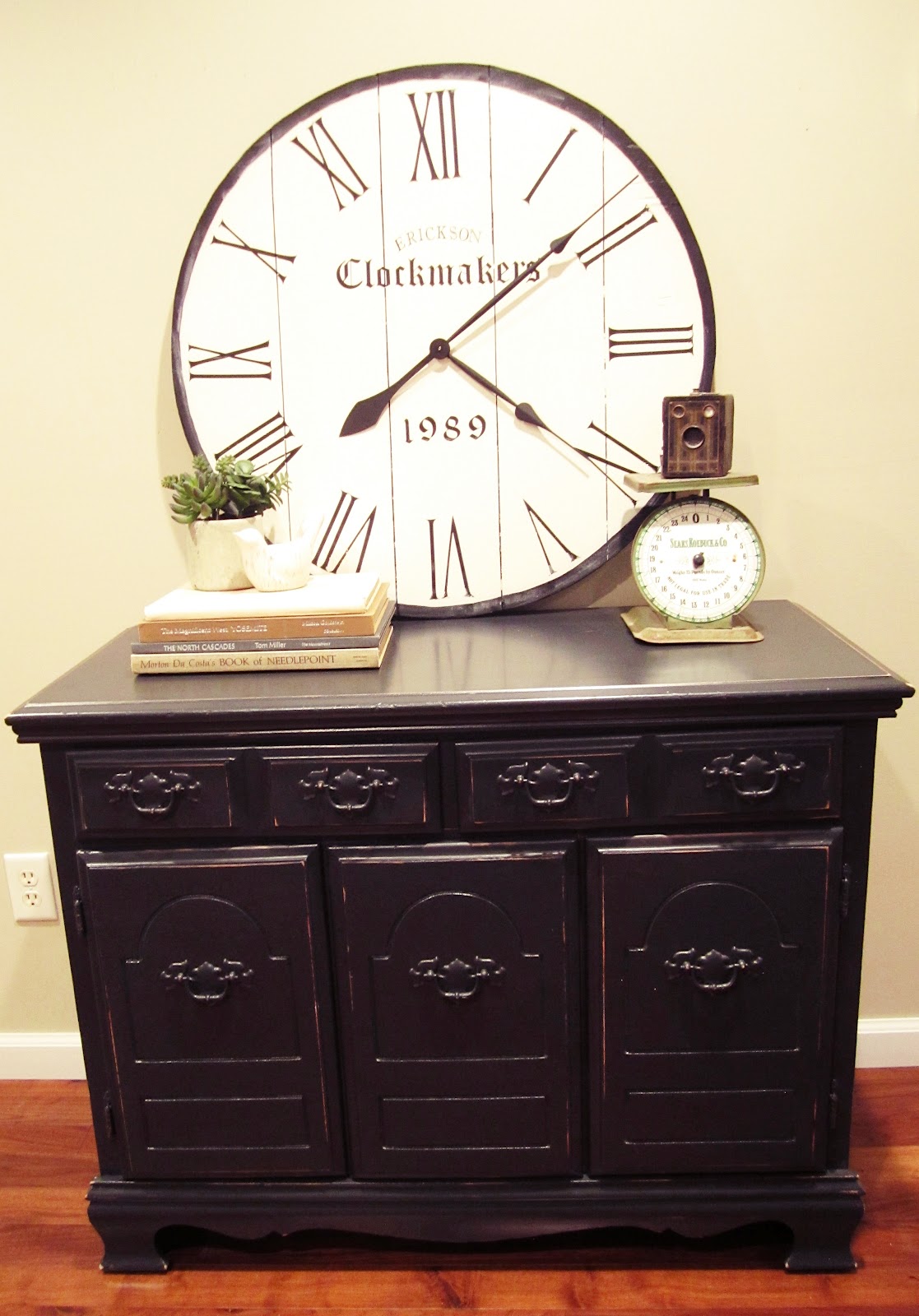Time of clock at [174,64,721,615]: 4:08
